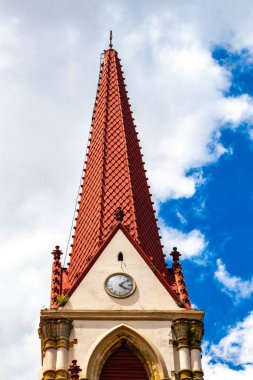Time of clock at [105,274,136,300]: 4:08
